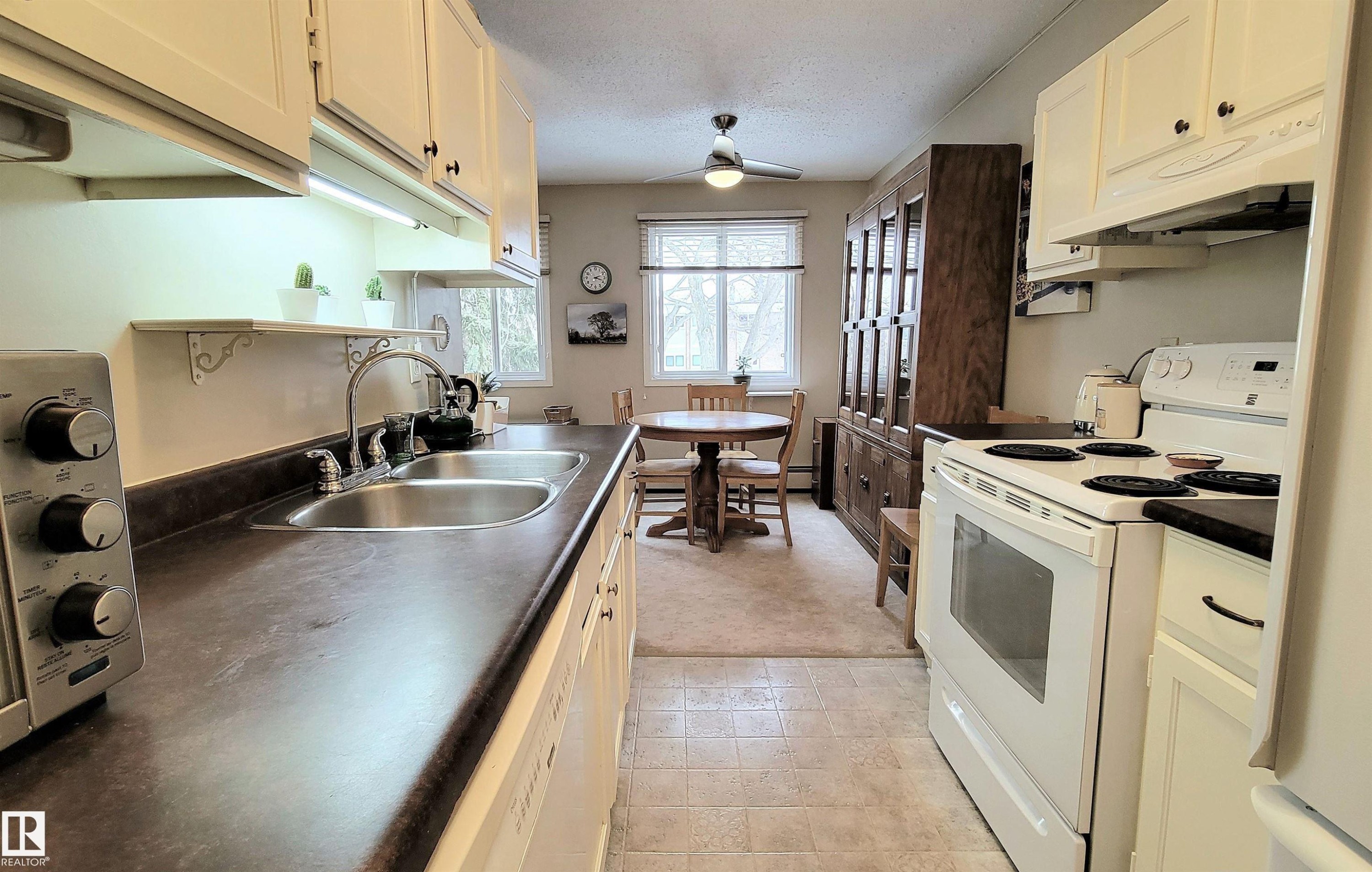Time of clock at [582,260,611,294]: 2:18
